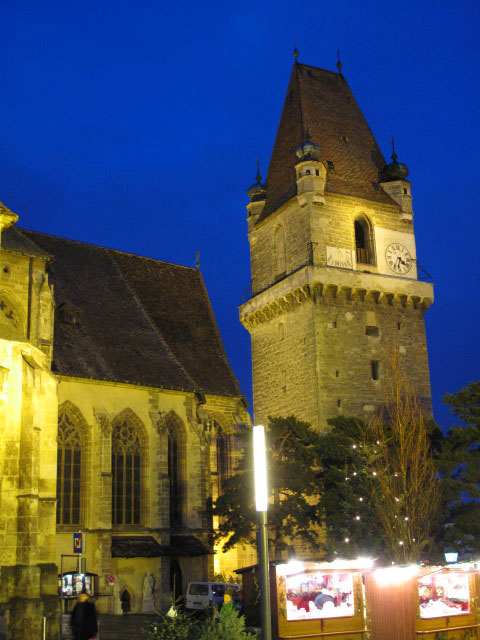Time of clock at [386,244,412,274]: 4:34
